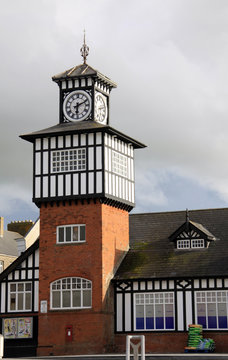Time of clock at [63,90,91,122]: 6:11
